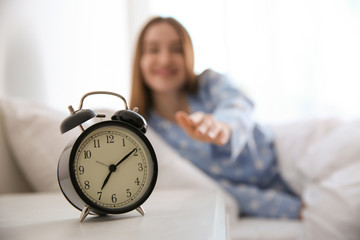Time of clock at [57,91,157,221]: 7:09
